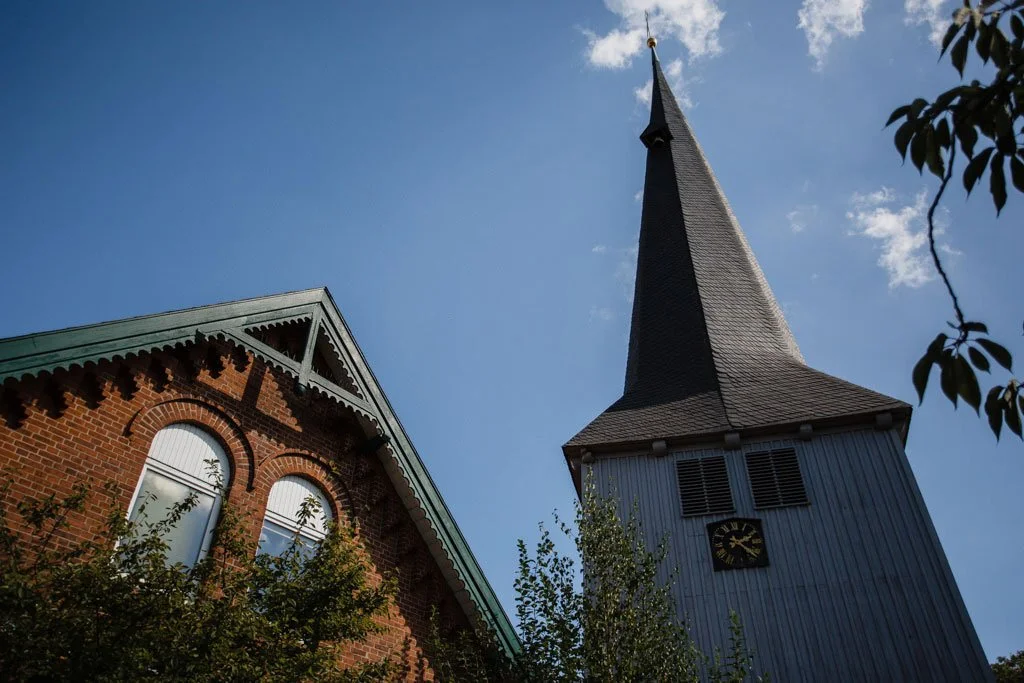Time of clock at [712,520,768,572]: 2:21
